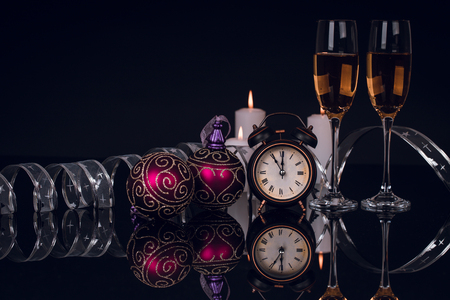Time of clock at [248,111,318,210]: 11:00
